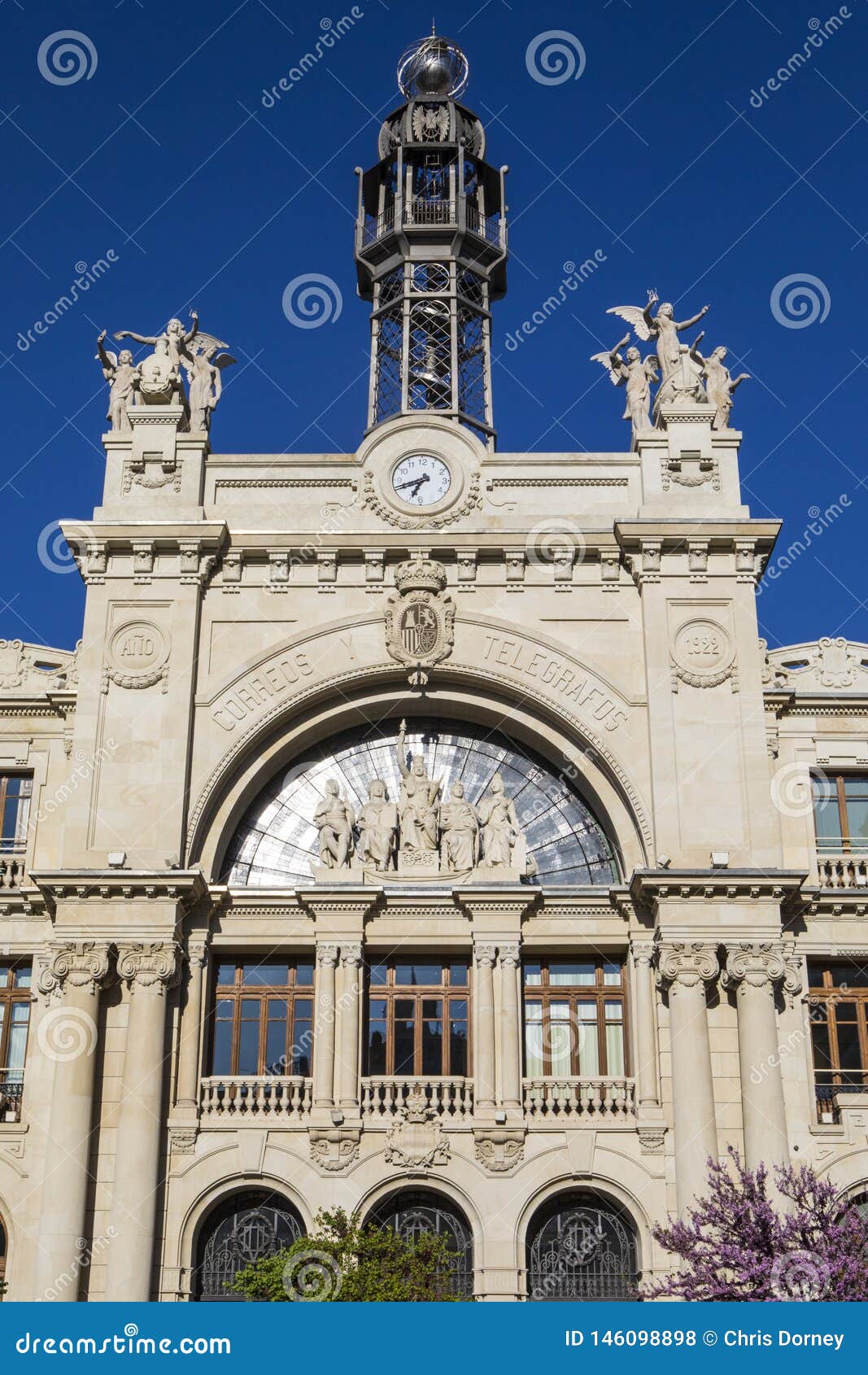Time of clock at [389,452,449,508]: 6:41
